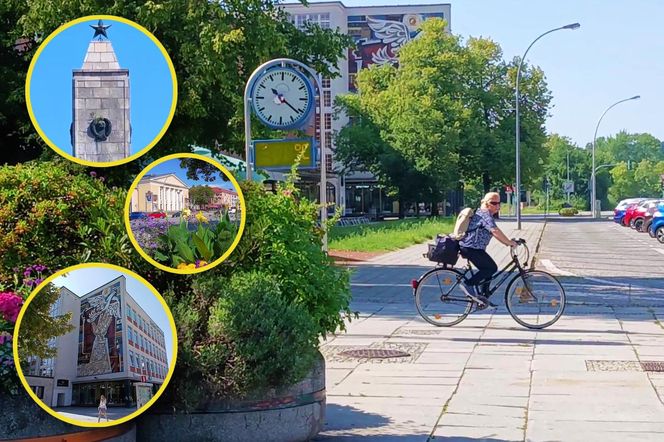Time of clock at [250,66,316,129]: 10:21
